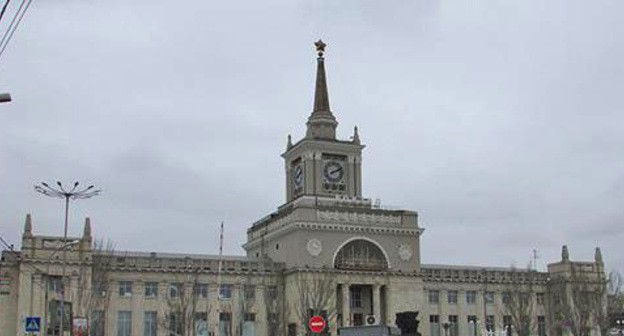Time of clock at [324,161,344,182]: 2:11
